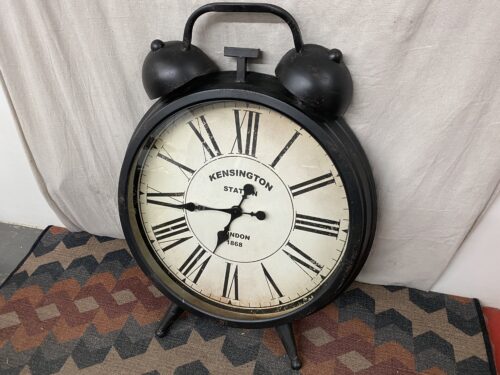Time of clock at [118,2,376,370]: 6:43
